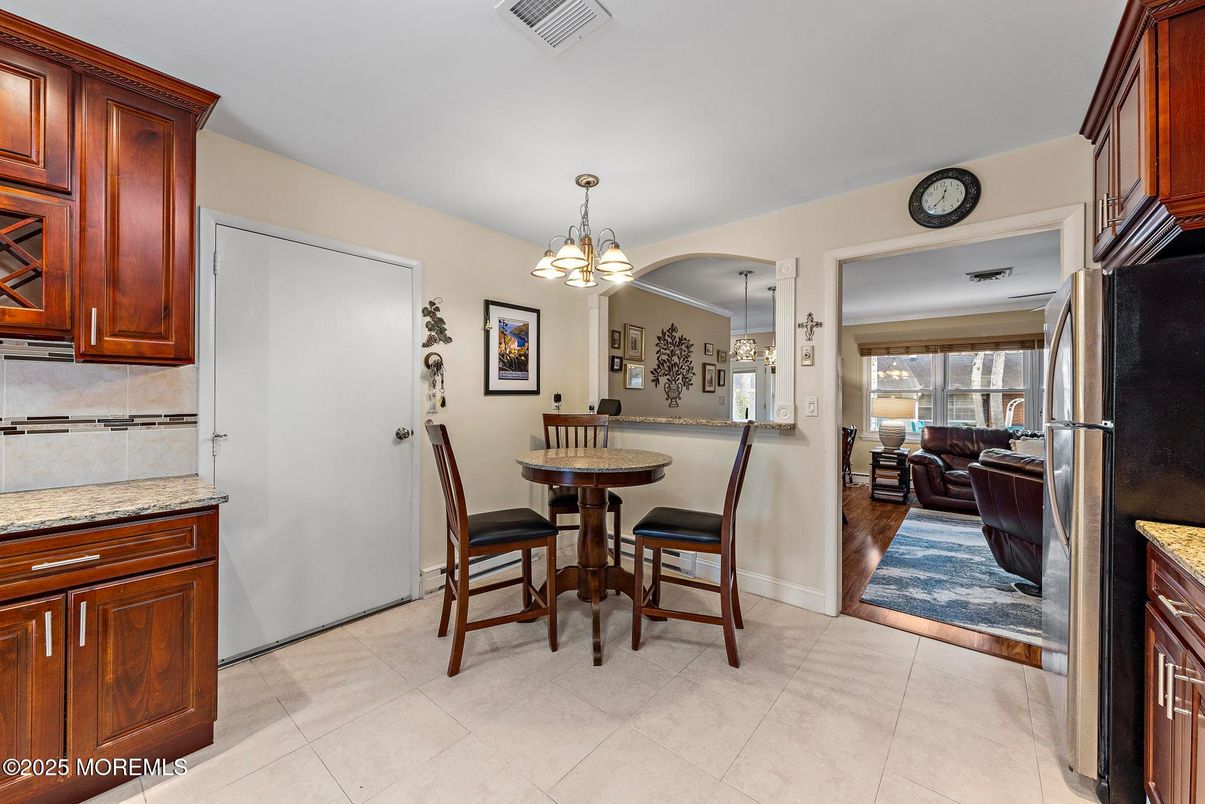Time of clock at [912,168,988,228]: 12:37
